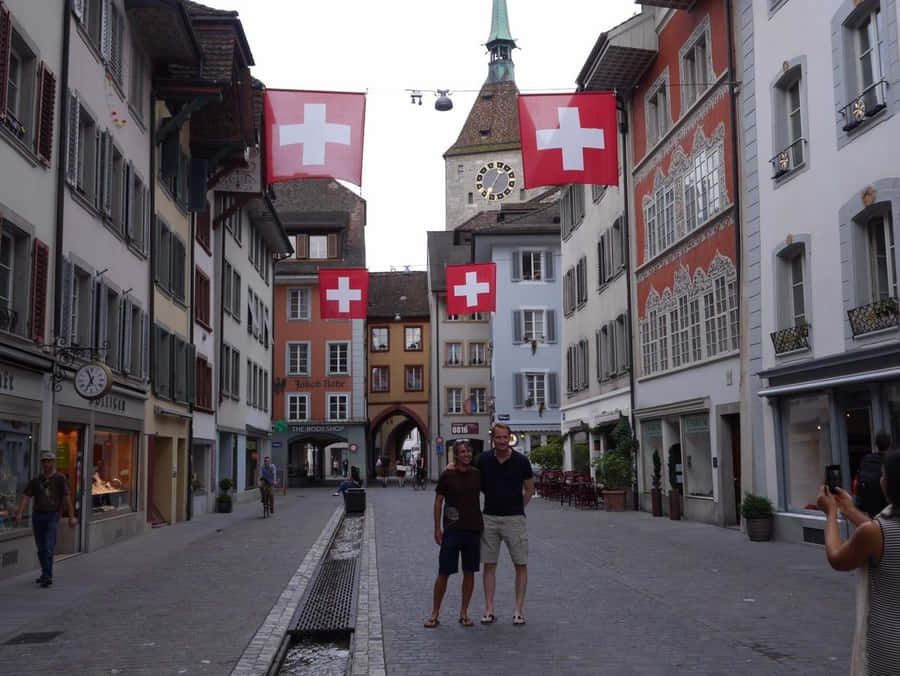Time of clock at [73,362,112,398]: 6:56
